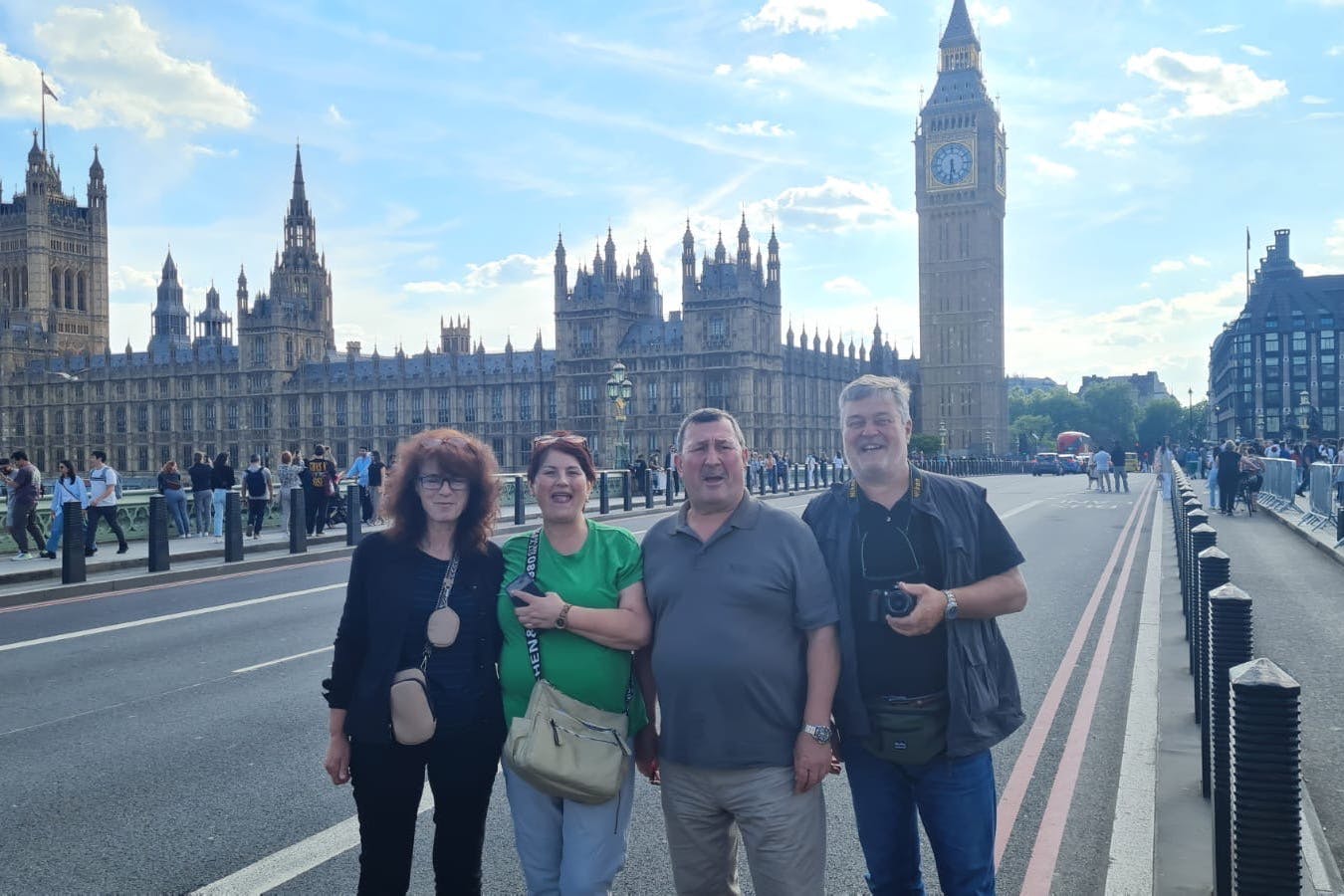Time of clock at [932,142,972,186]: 5:30
